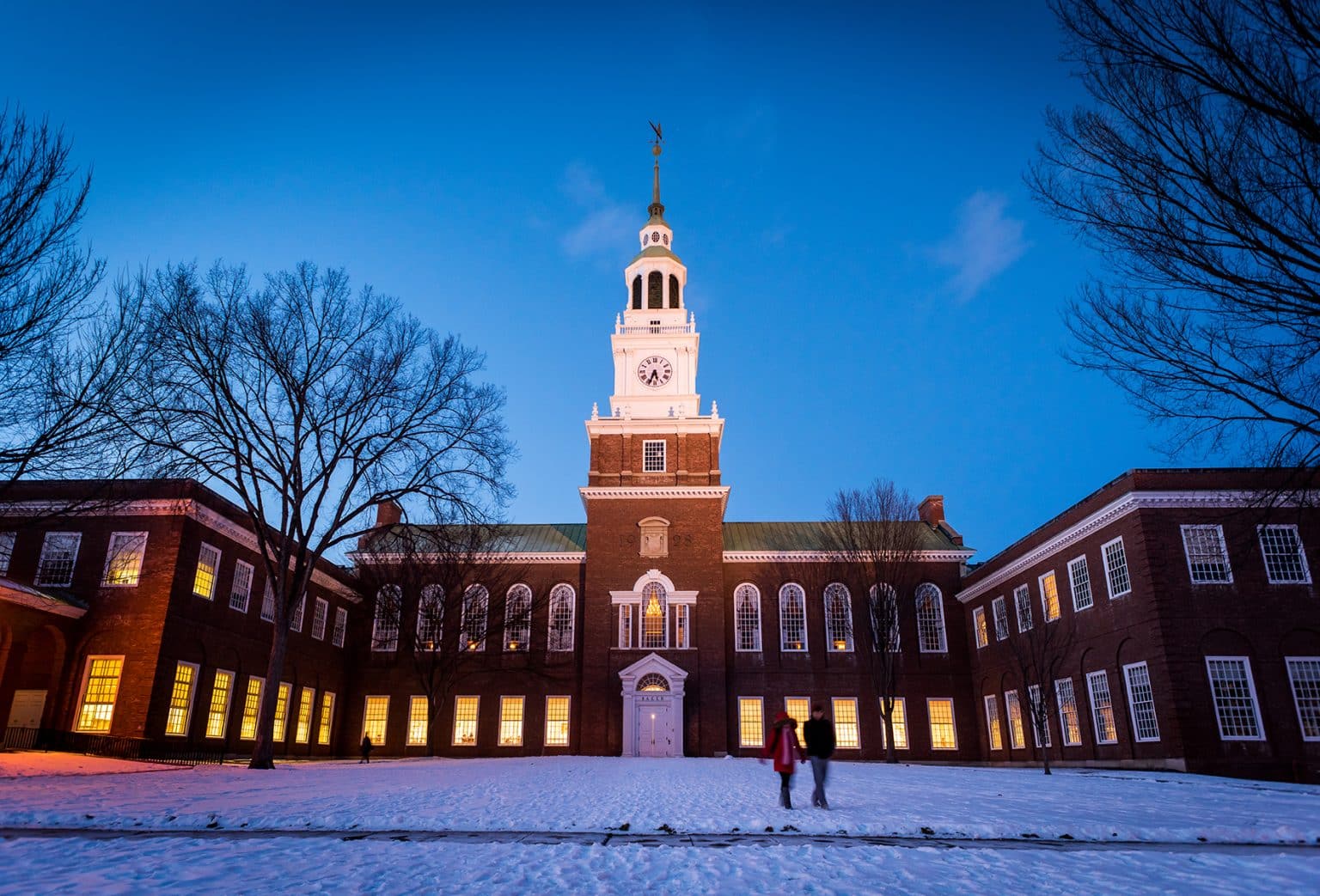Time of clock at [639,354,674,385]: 5:33
